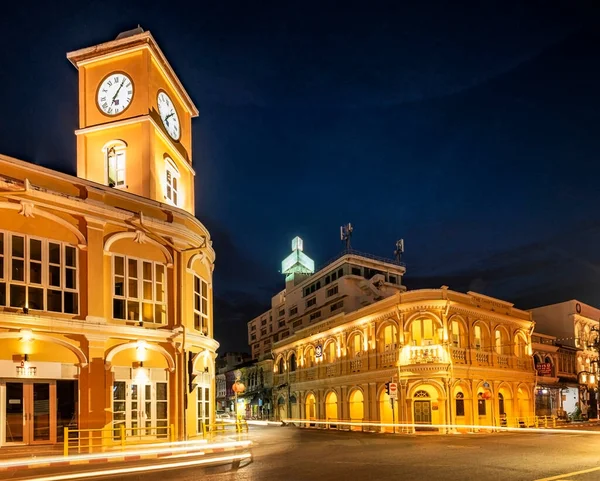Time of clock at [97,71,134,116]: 7:06
